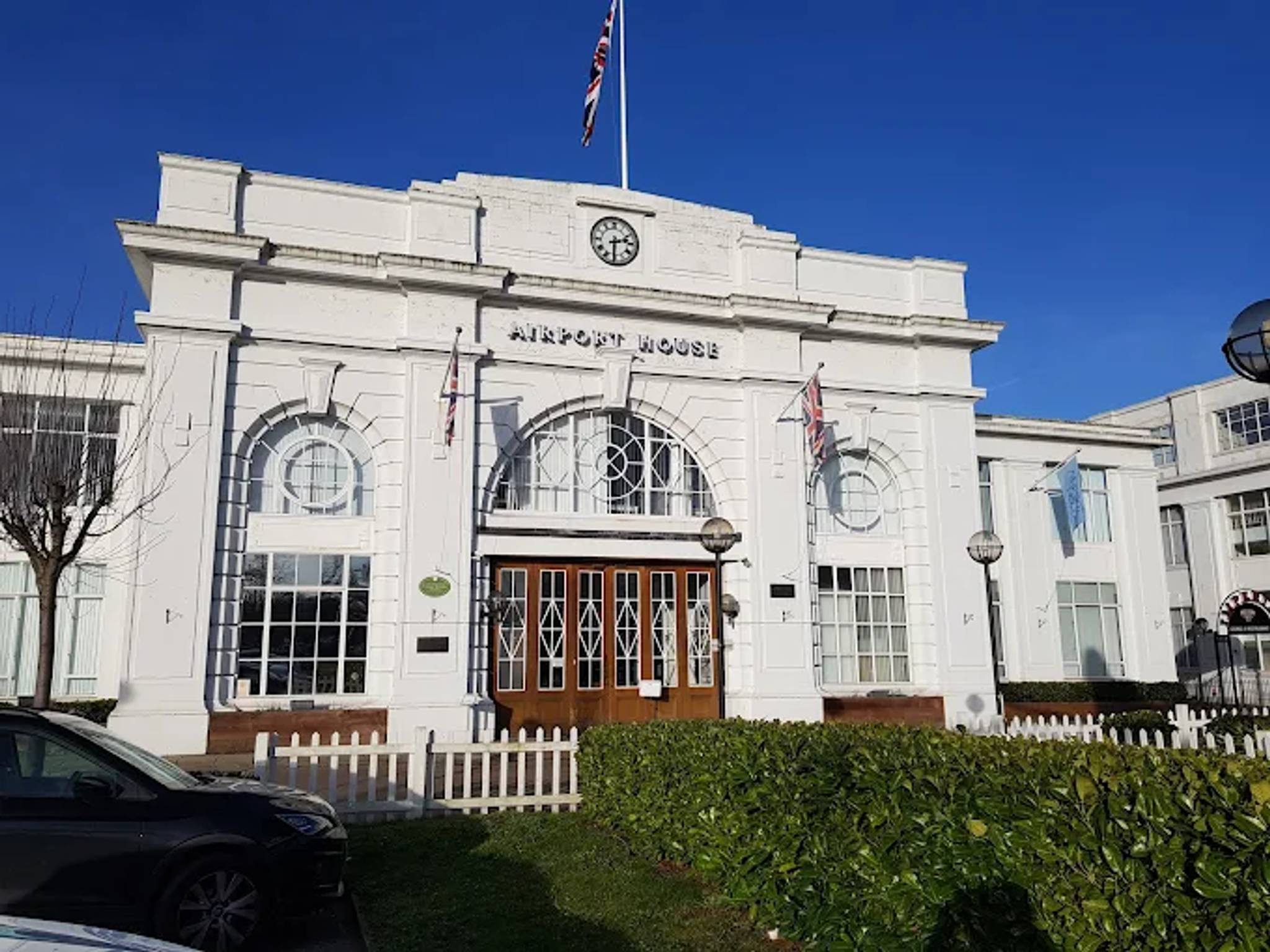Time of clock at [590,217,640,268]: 2:30
